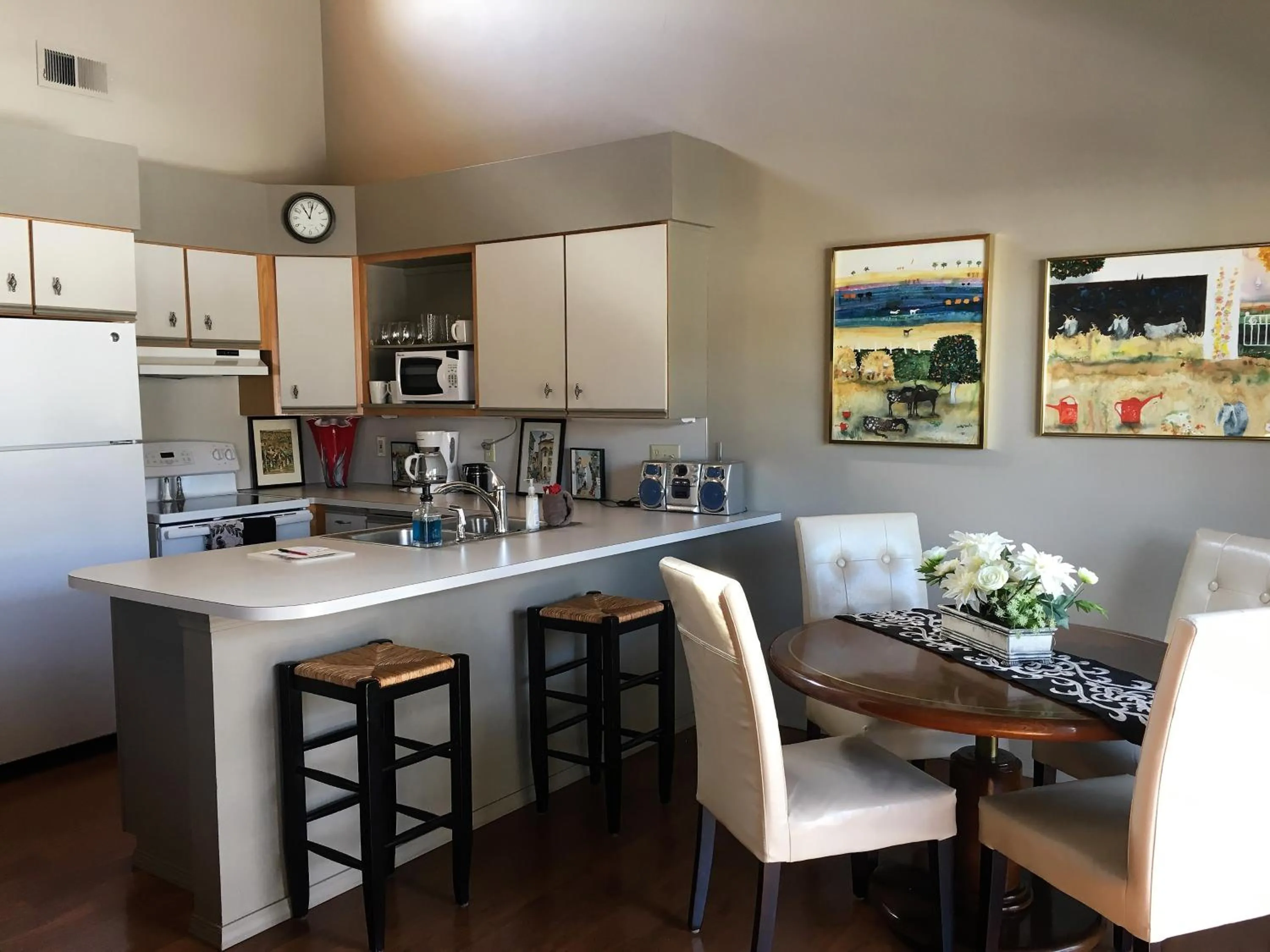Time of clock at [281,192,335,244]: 11:02
